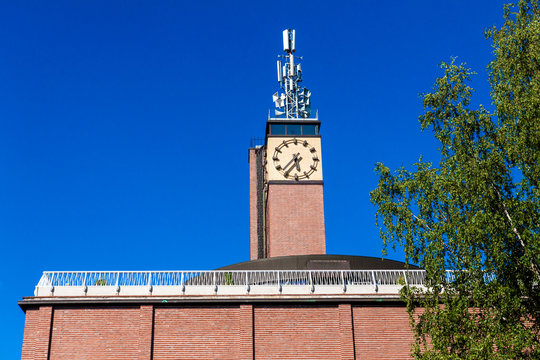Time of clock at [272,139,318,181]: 5:36
